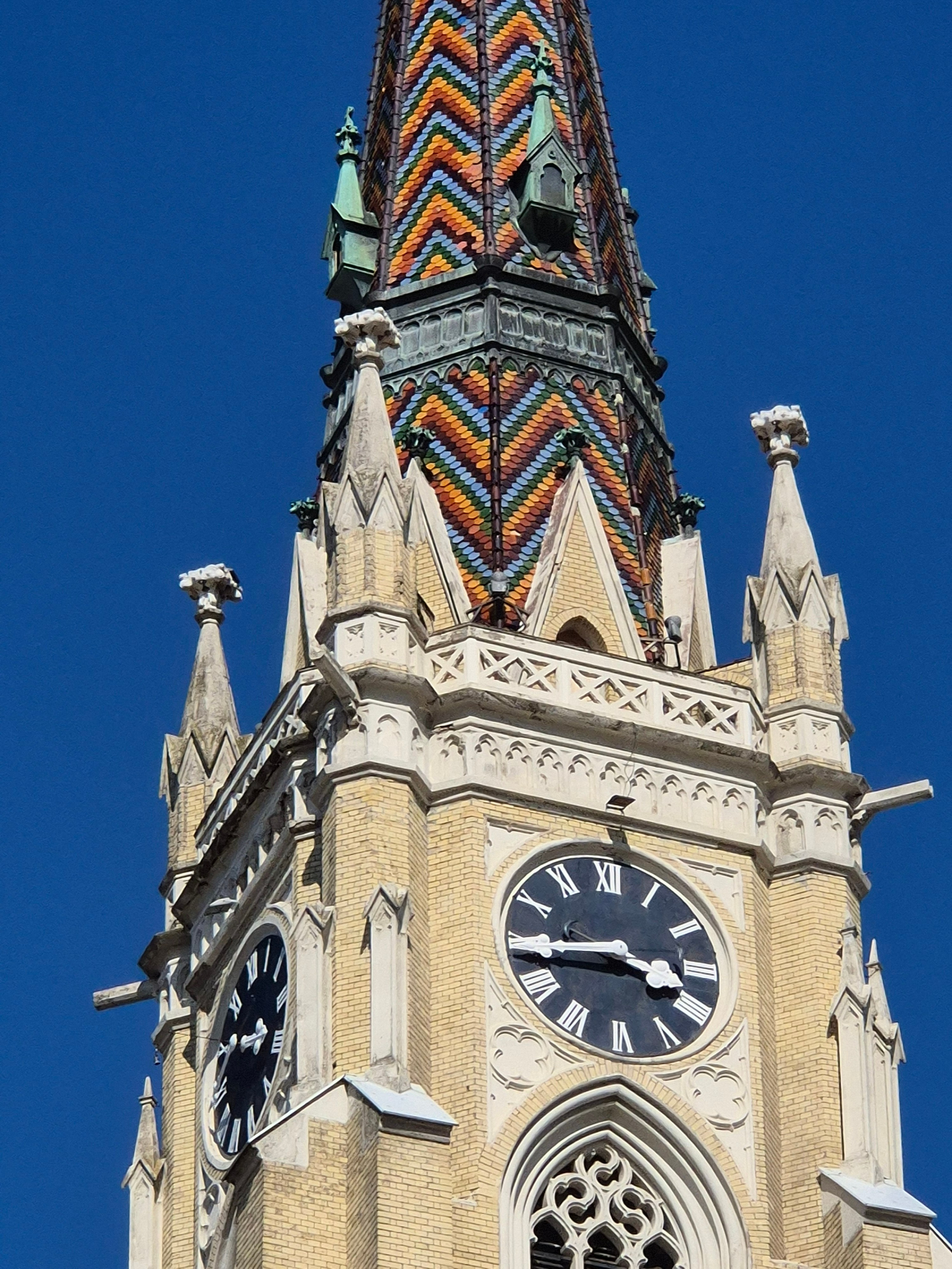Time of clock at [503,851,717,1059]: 3:44
